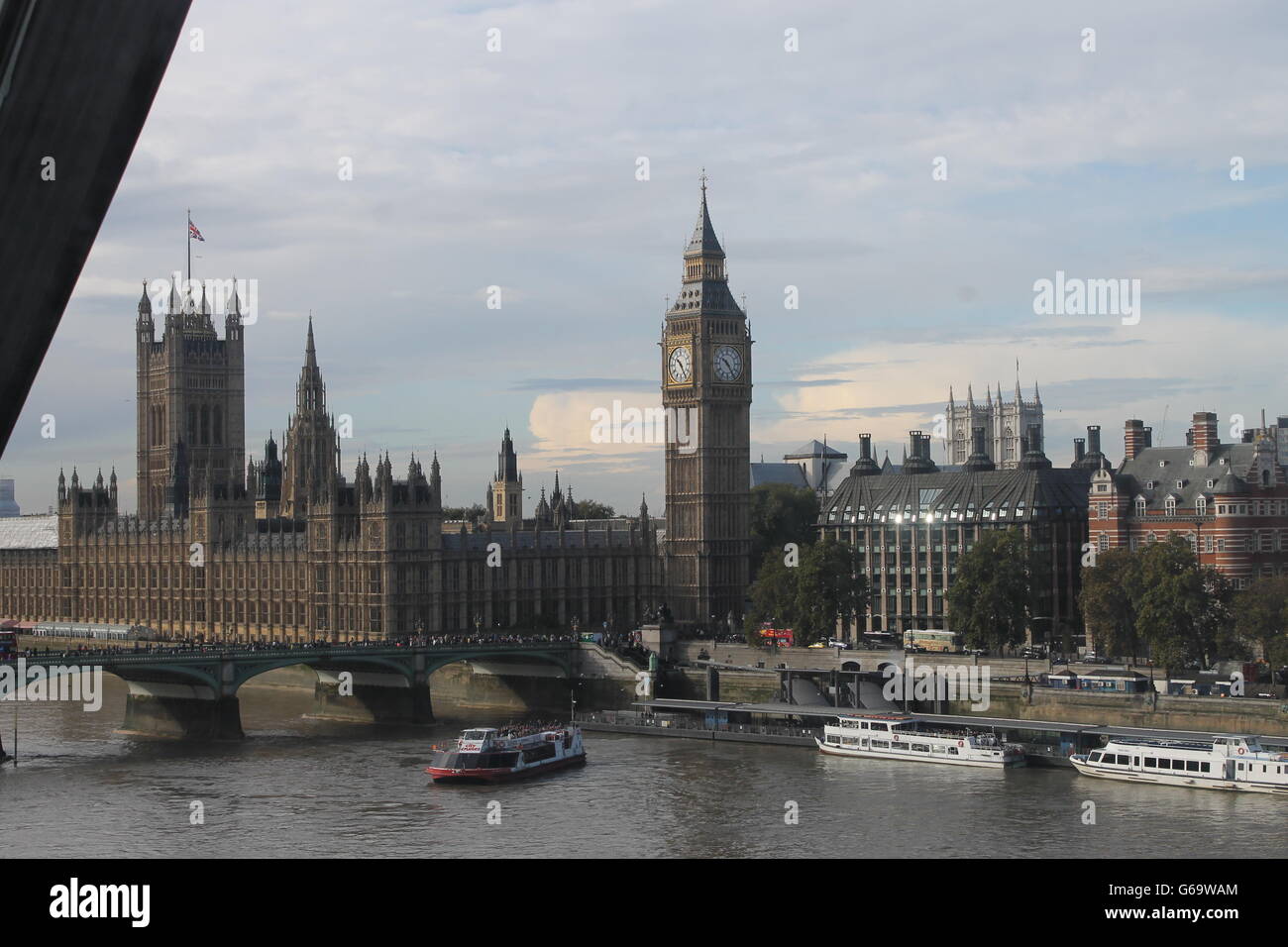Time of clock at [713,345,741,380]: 10:24
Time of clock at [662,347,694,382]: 10:24
